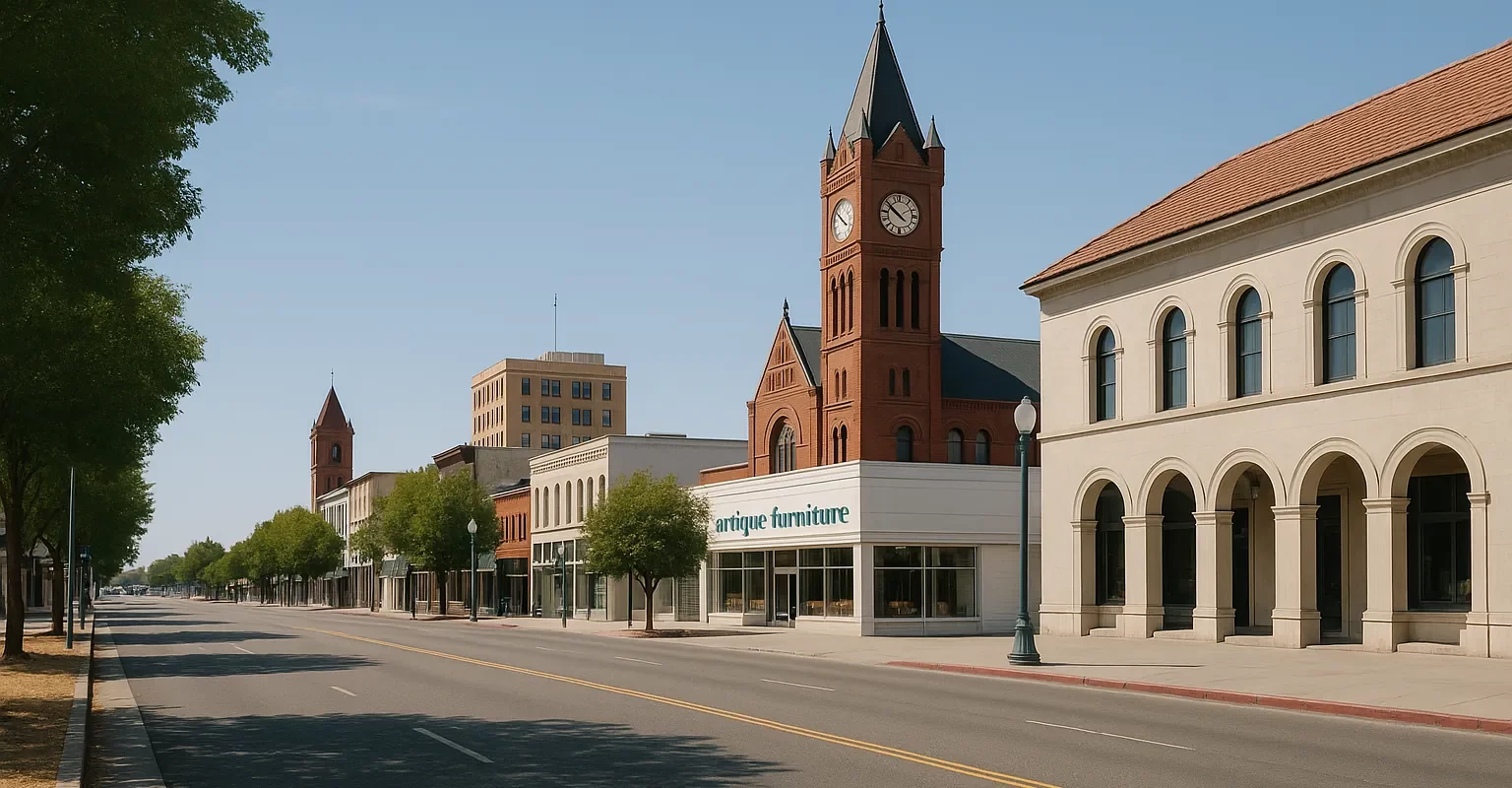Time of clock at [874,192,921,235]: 9:50
